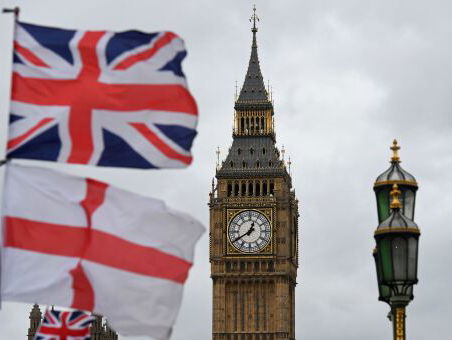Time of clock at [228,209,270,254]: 12:40
